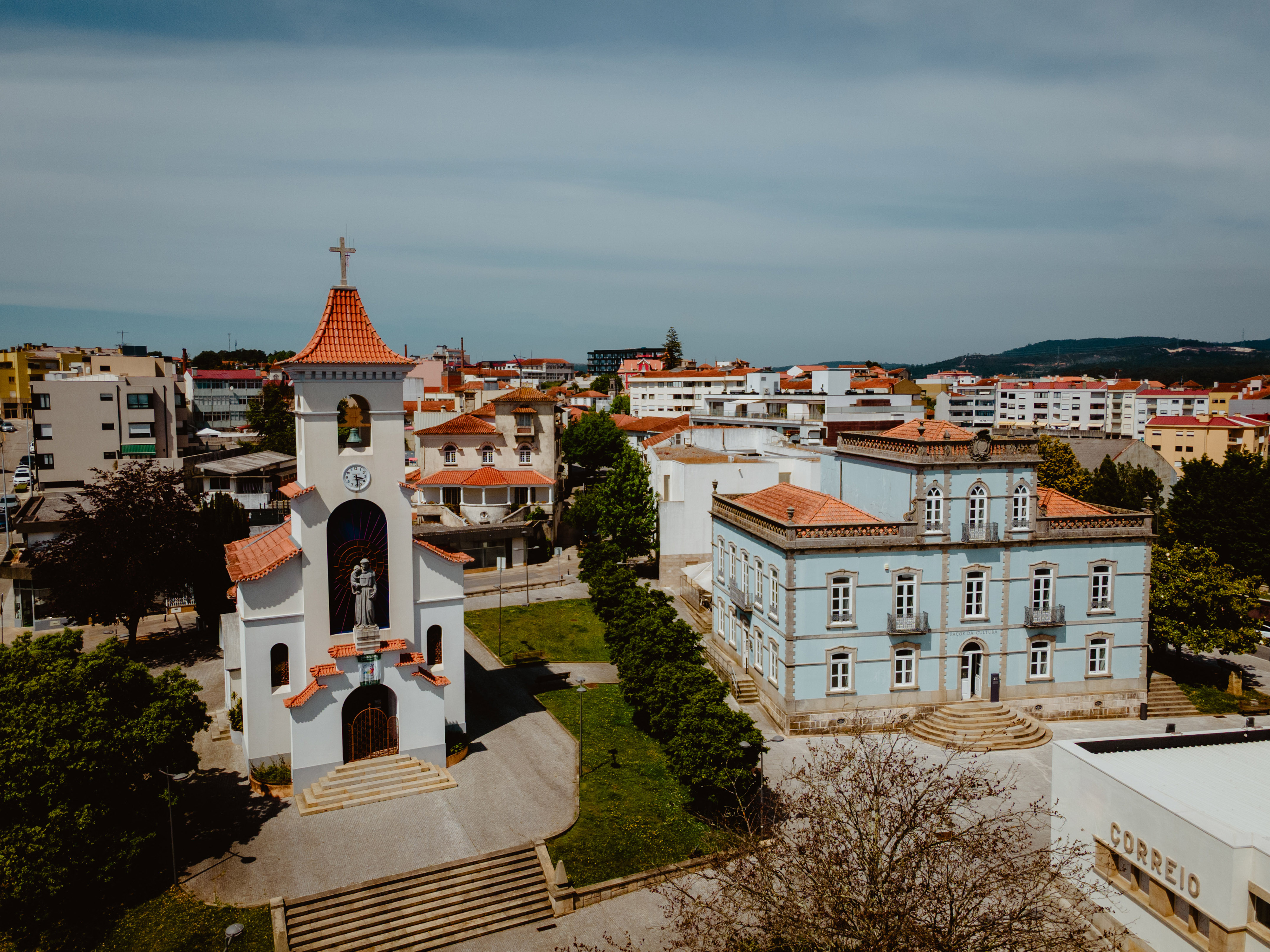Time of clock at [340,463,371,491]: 3:28
